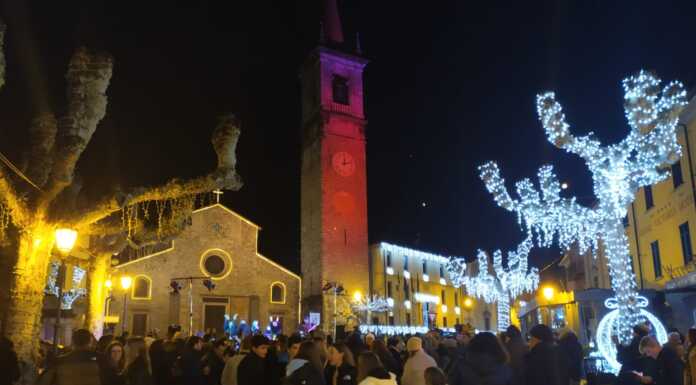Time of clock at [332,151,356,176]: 12:13
